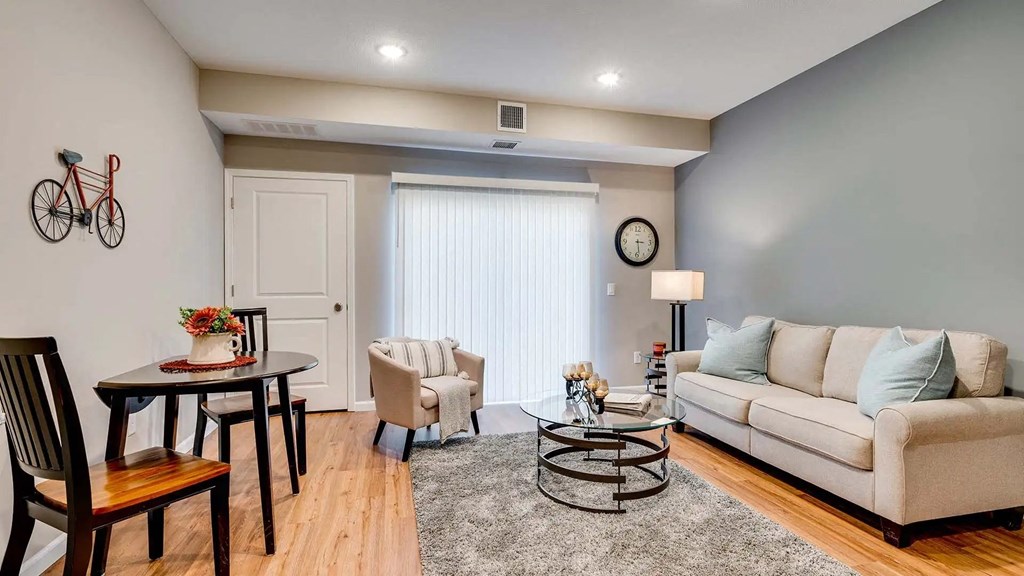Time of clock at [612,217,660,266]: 3:28
